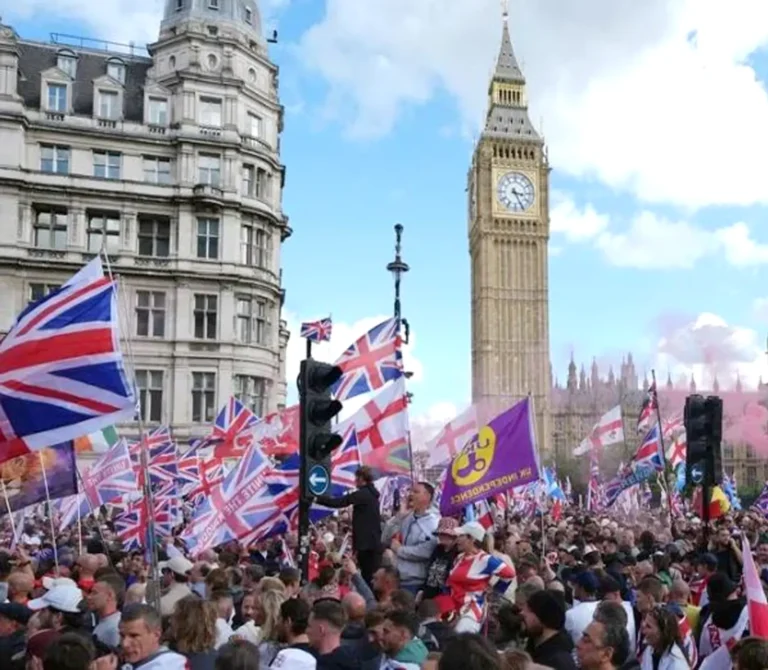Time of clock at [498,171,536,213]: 3:25
